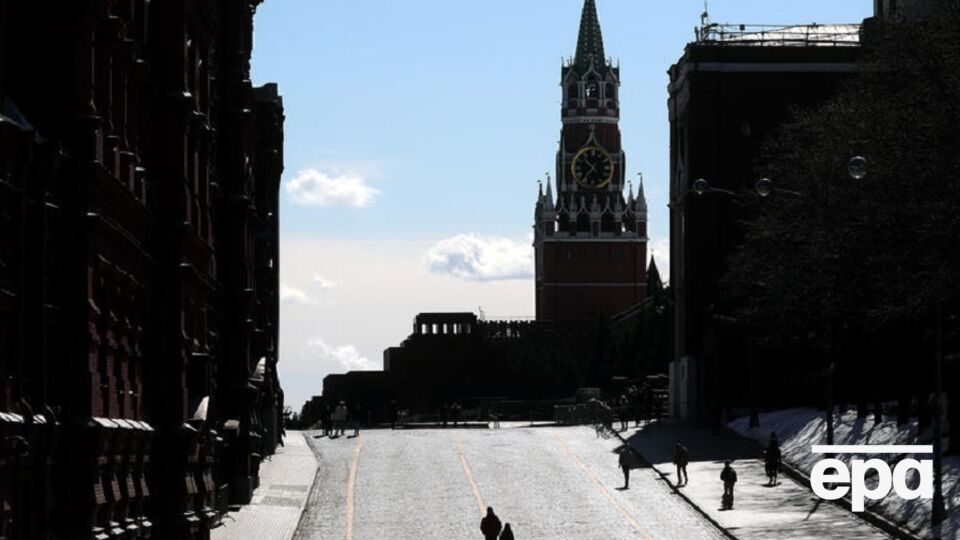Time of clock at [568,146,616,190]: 10:36
